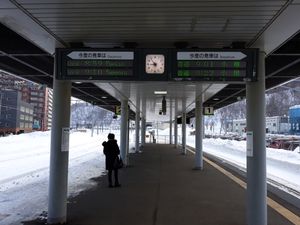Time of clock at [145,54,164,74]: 8:53
